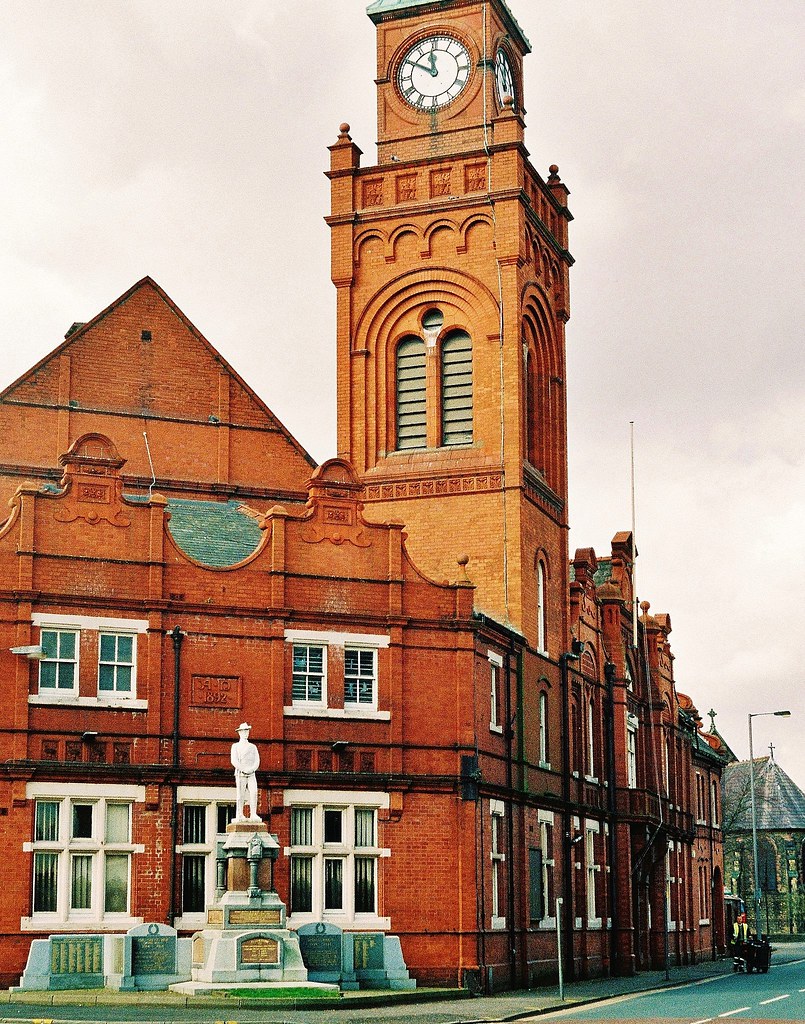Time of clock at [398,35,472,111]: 11:50
